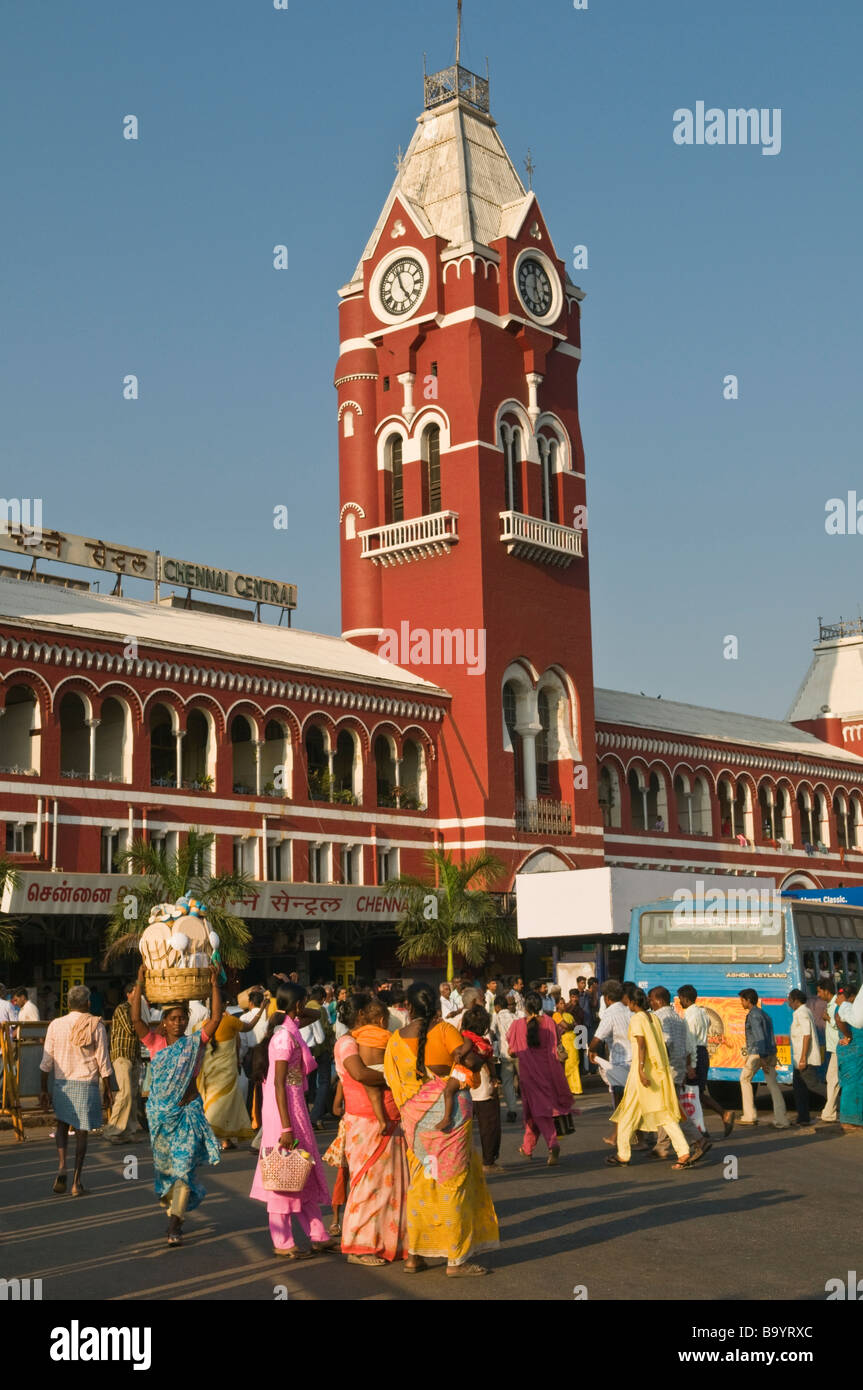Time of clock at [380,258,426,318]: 4:57
